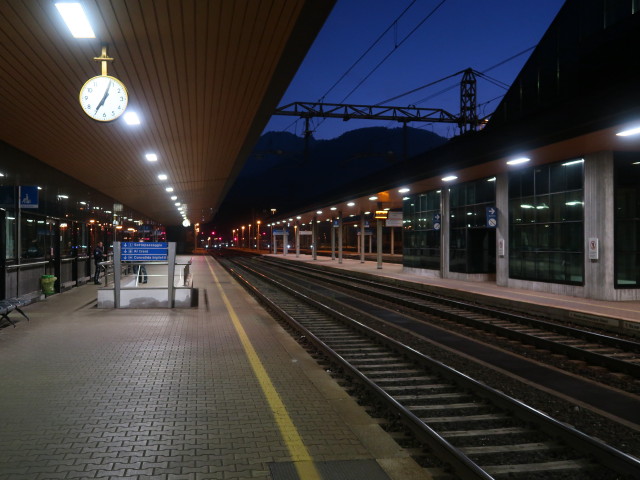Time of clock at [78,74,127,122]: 7:03
